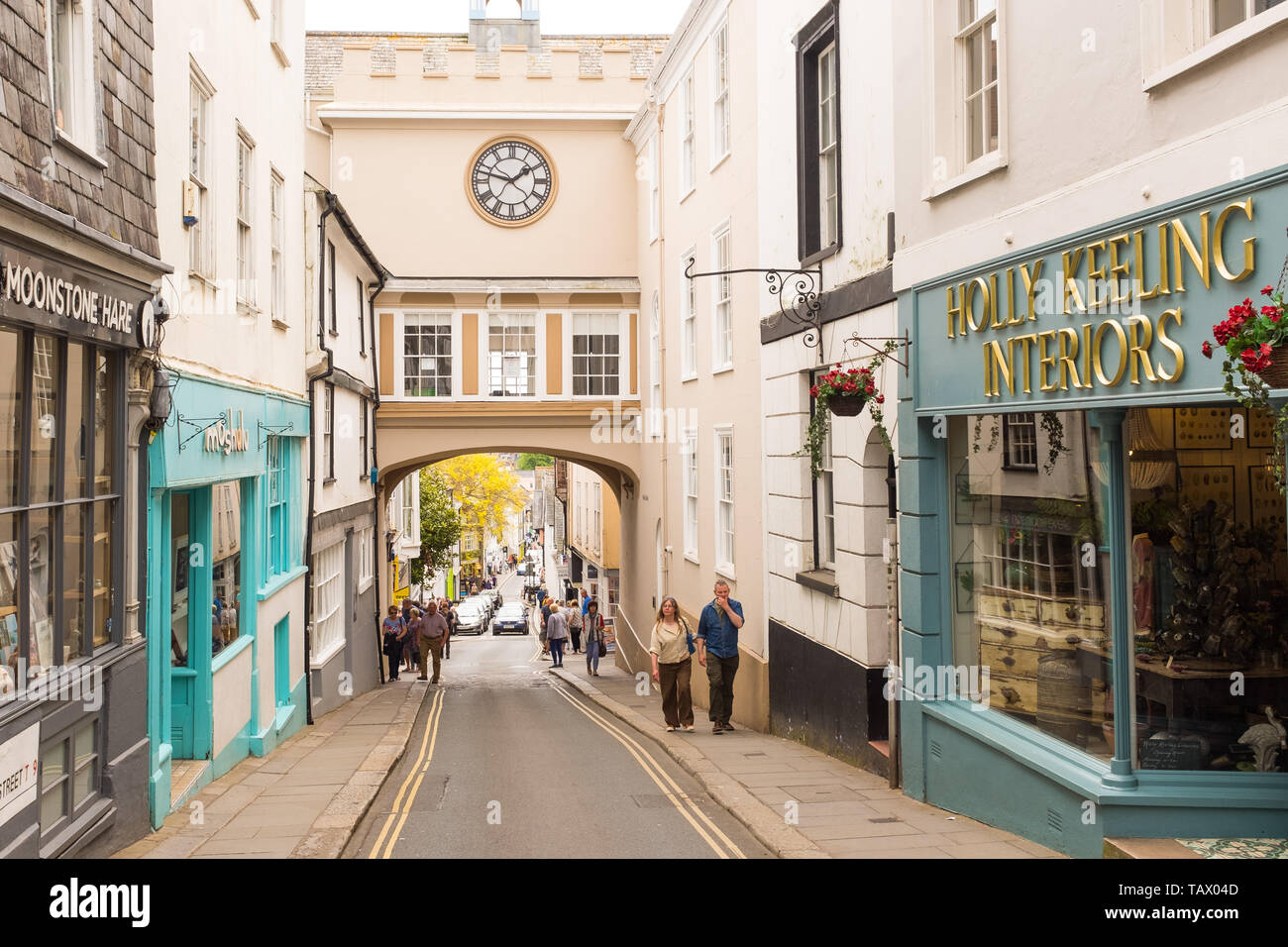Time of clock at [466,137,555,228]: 1:47
